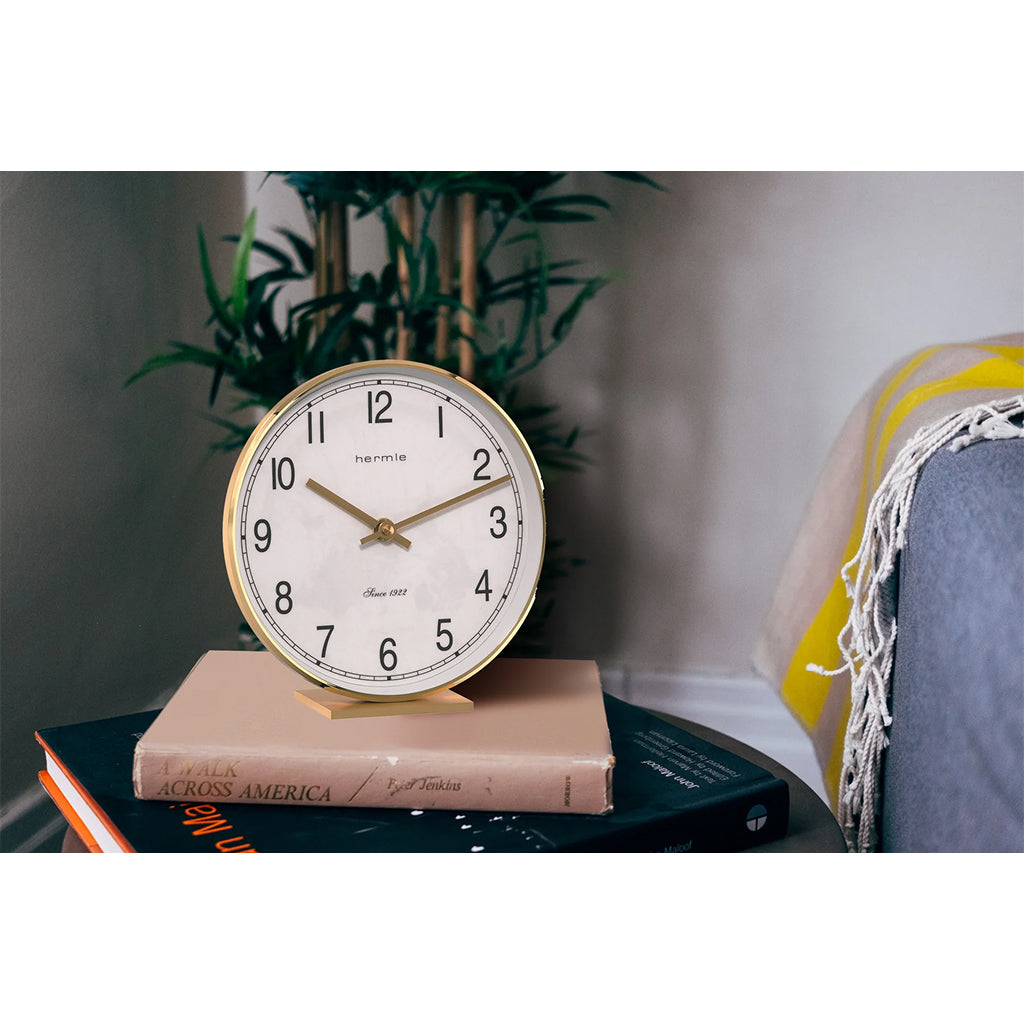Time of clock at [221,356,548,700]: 10:11
